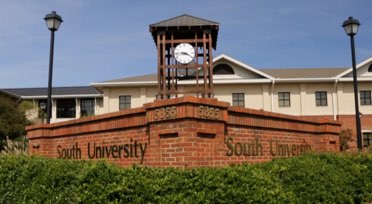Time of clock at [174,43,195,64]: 3:44
